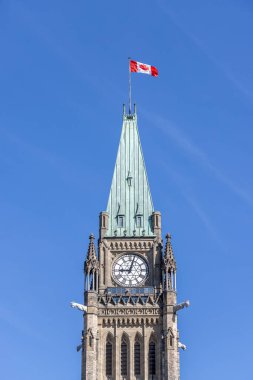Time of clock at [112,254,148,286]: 9:02
